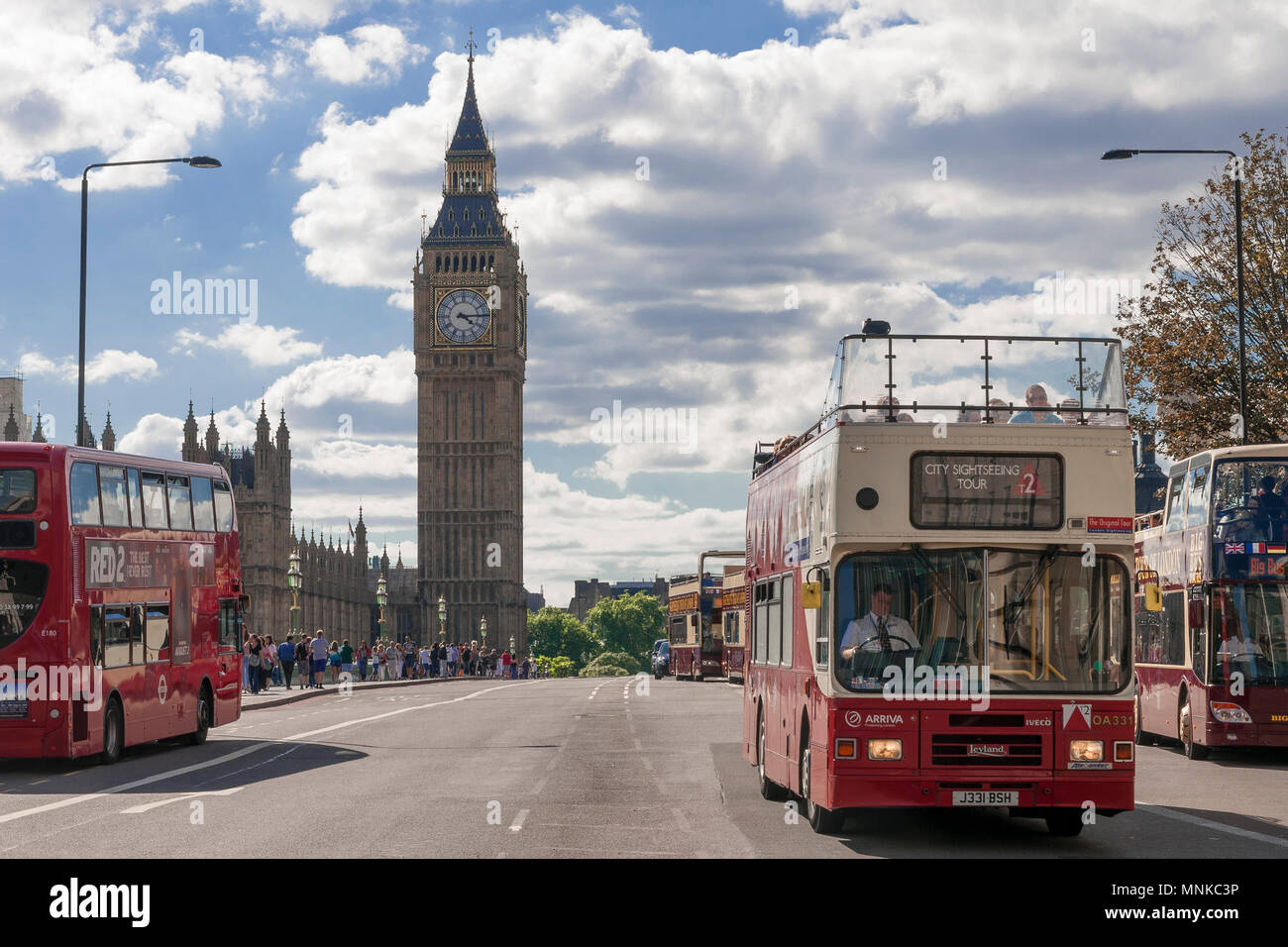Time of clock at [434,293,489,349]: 4:14
